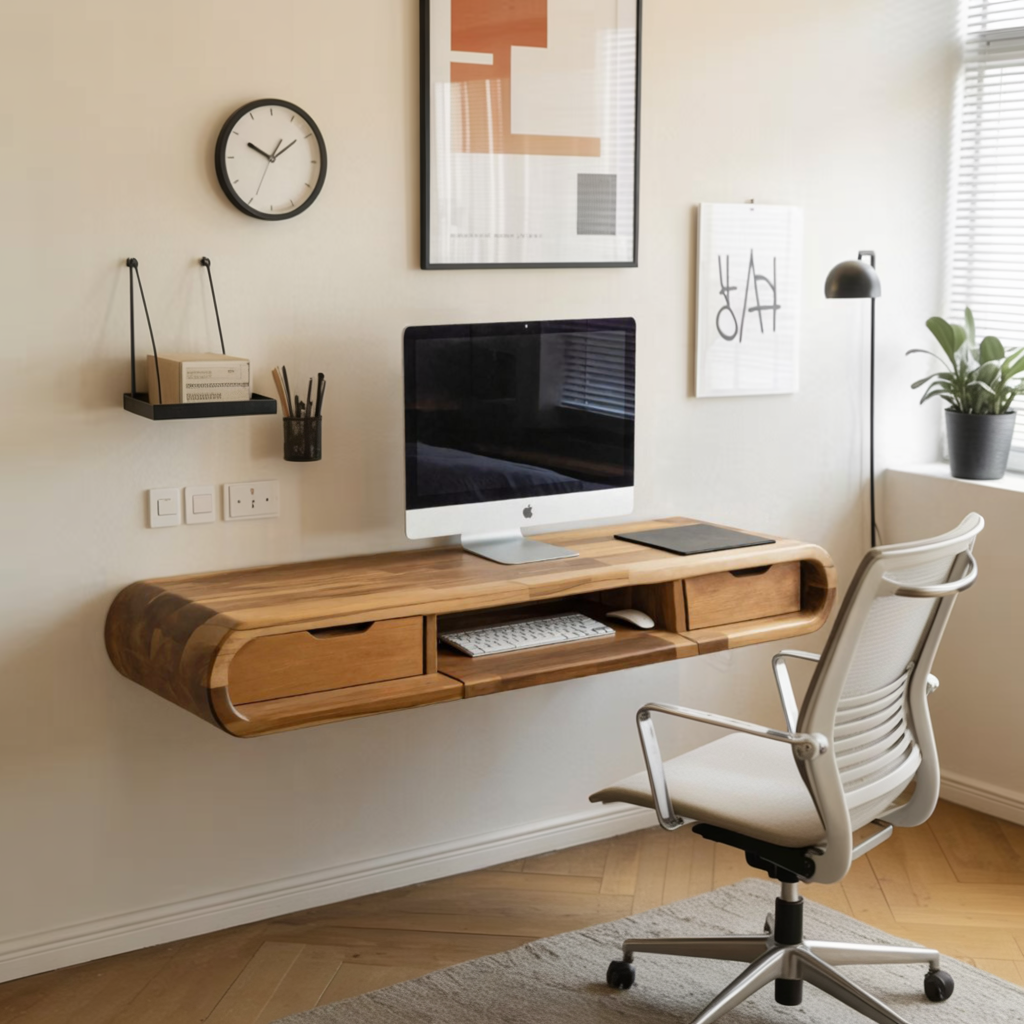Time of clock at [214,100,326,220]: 1:49
